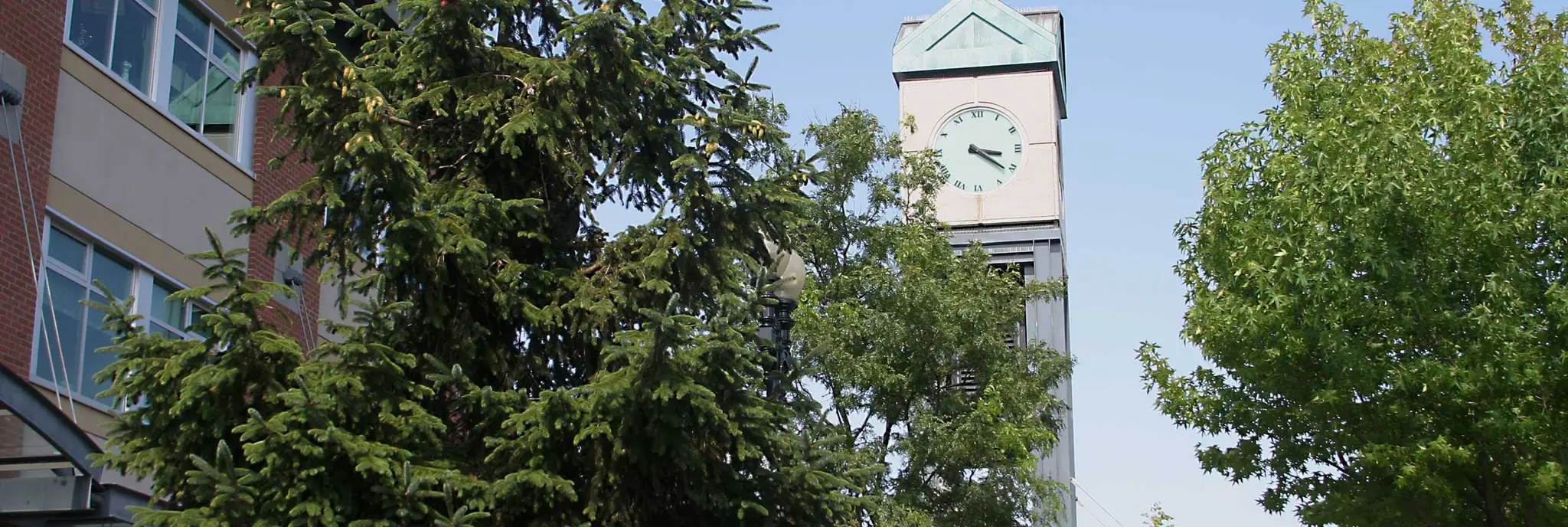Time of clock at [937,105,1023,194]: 3:21
